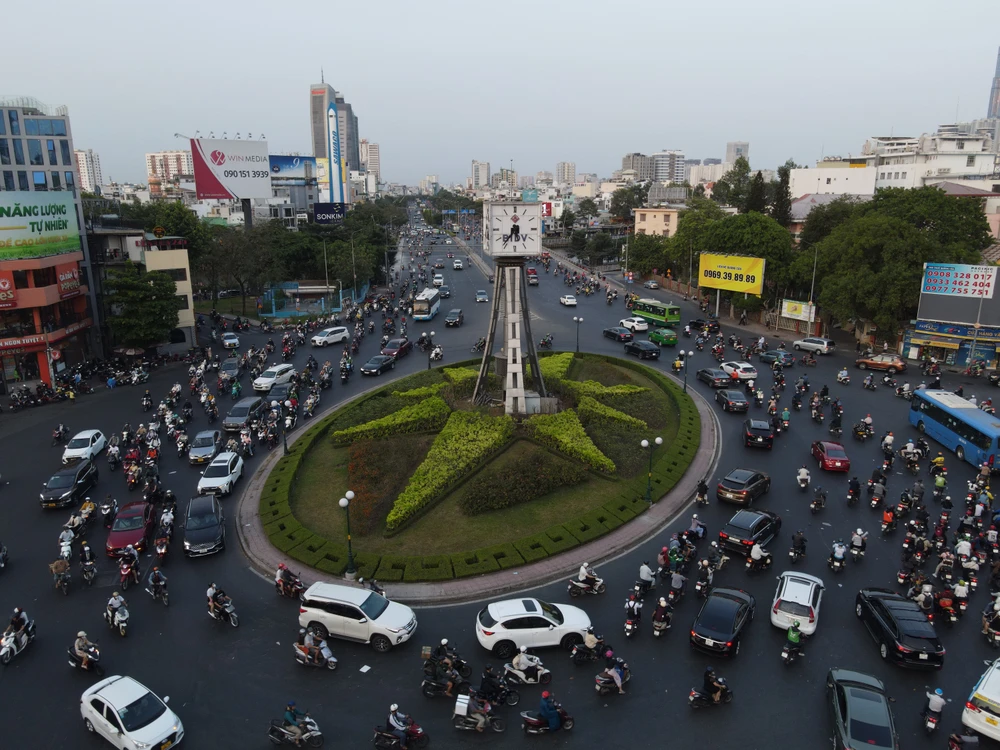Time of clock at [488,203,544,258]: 5:36
